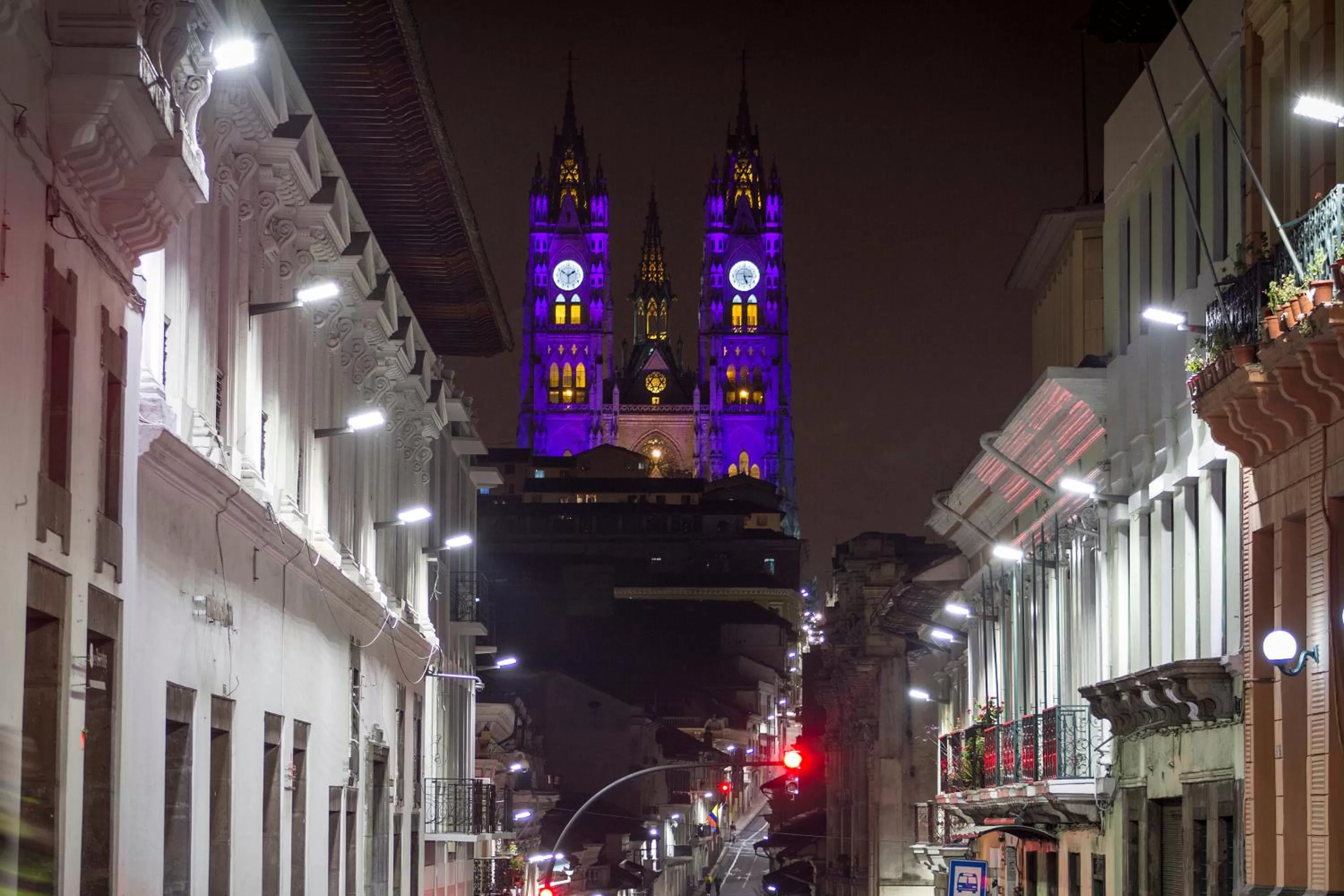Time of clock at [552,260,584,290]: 1:50
